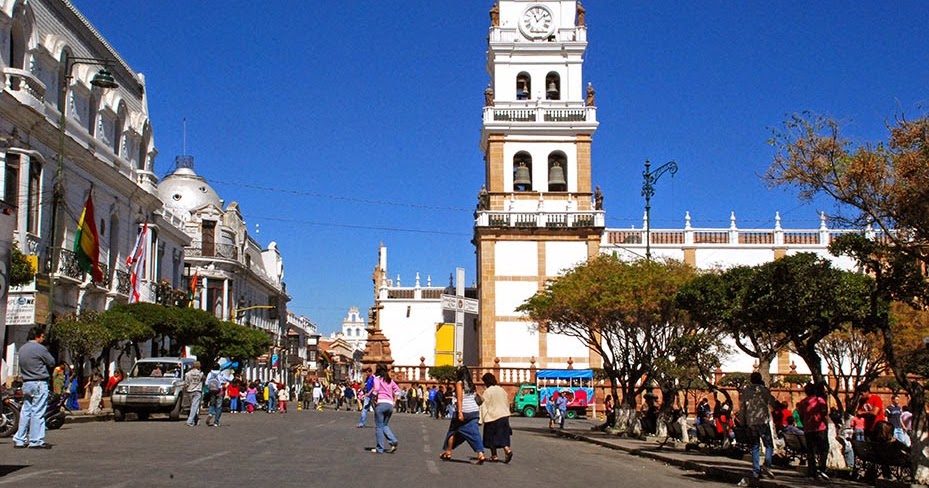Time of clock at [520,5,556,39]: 11:07
